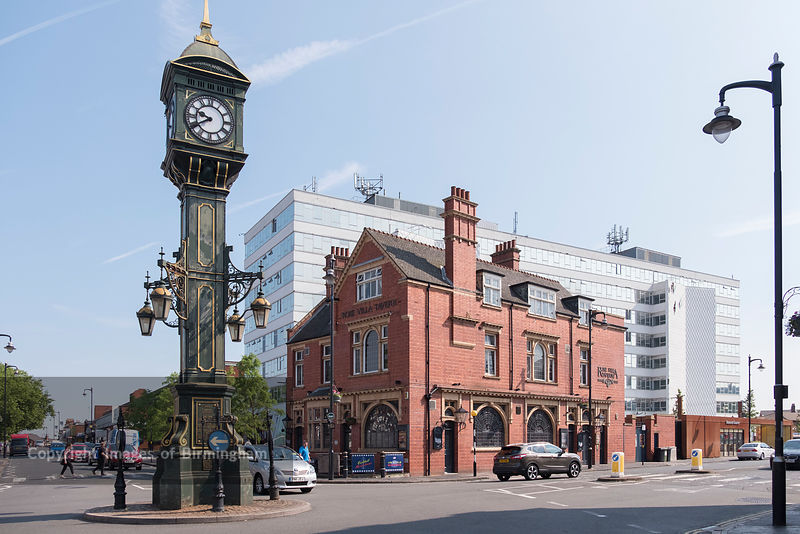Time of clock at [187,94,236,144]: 9:40
